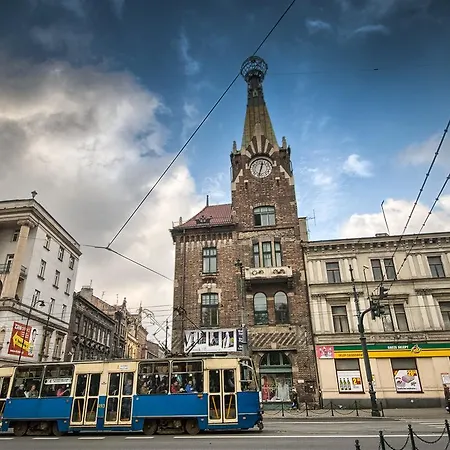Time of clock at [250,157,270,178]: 12:32
